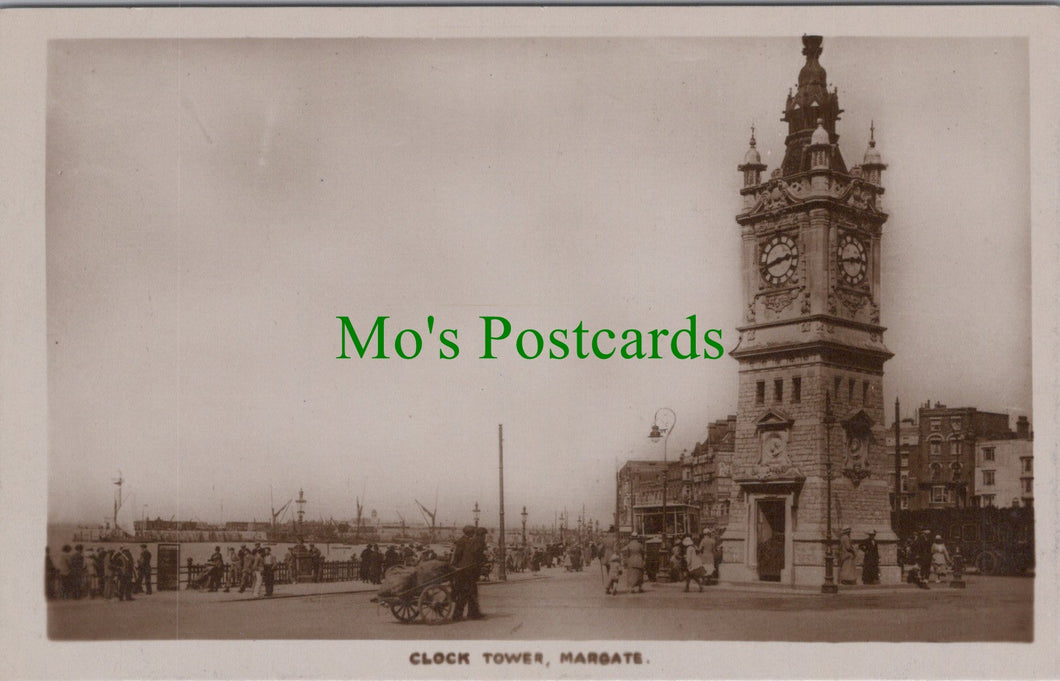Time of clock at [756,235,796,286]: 2:42
